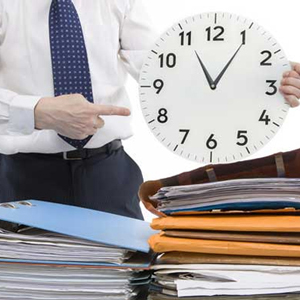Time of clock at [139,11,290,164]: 11:05
